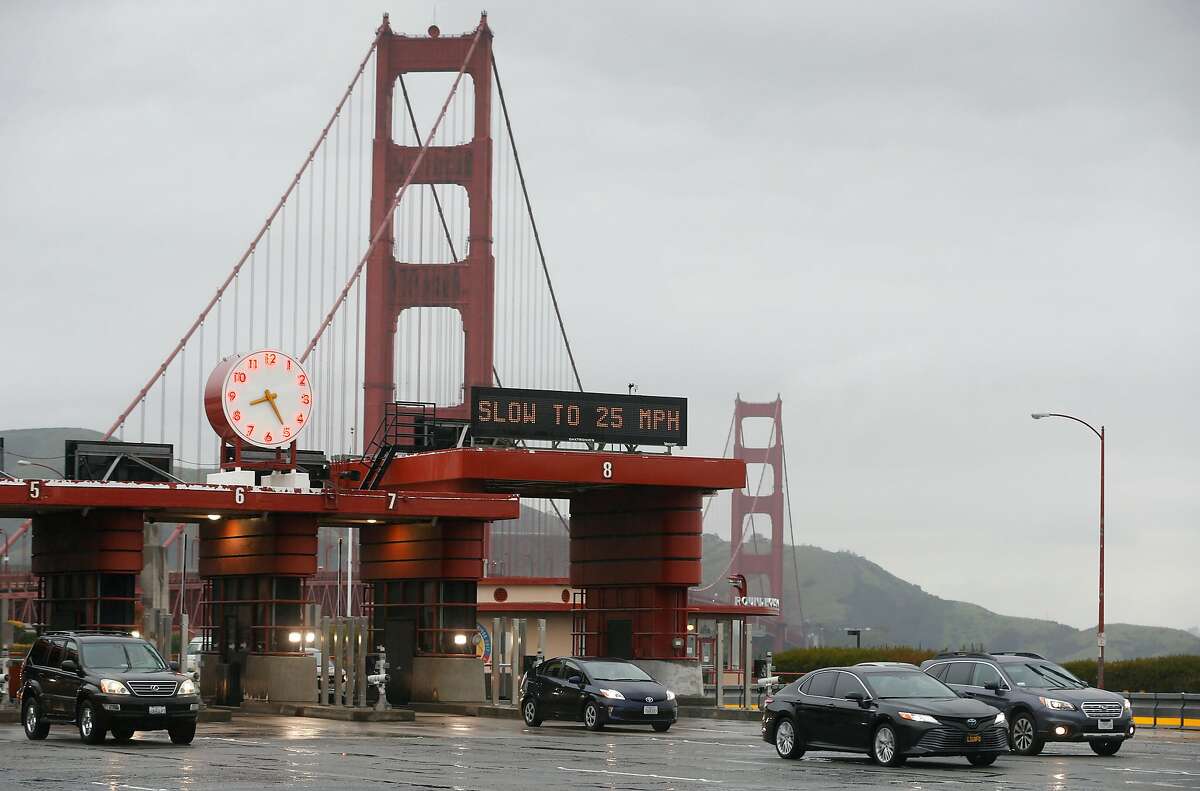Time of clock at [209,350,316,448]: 8:24
